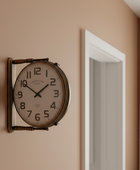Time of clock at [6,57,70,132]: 1:50
